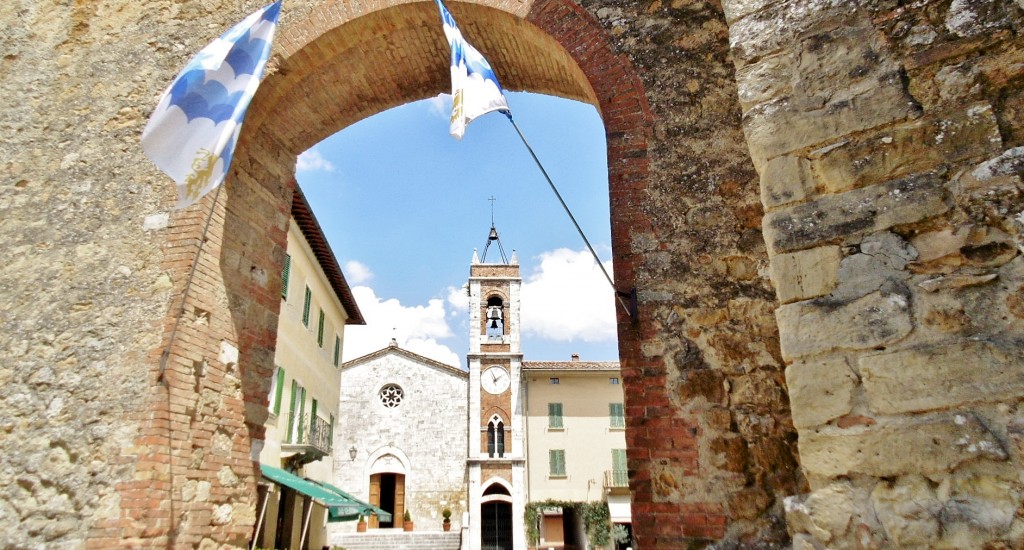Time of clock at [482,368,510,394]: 1:56
